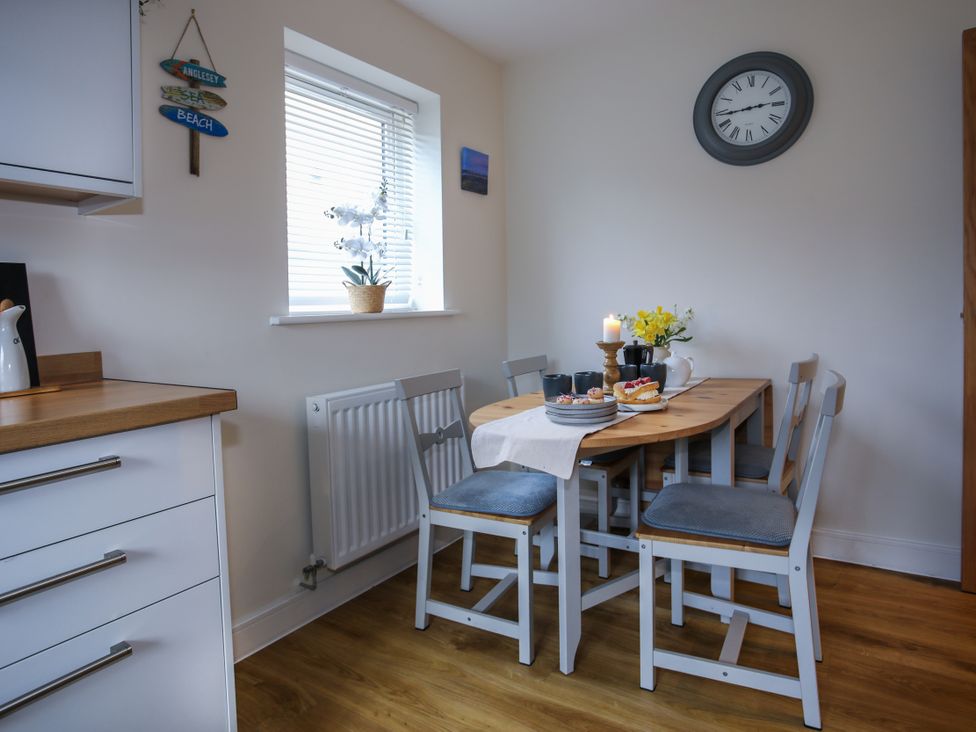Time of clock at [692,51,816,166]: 2:43
